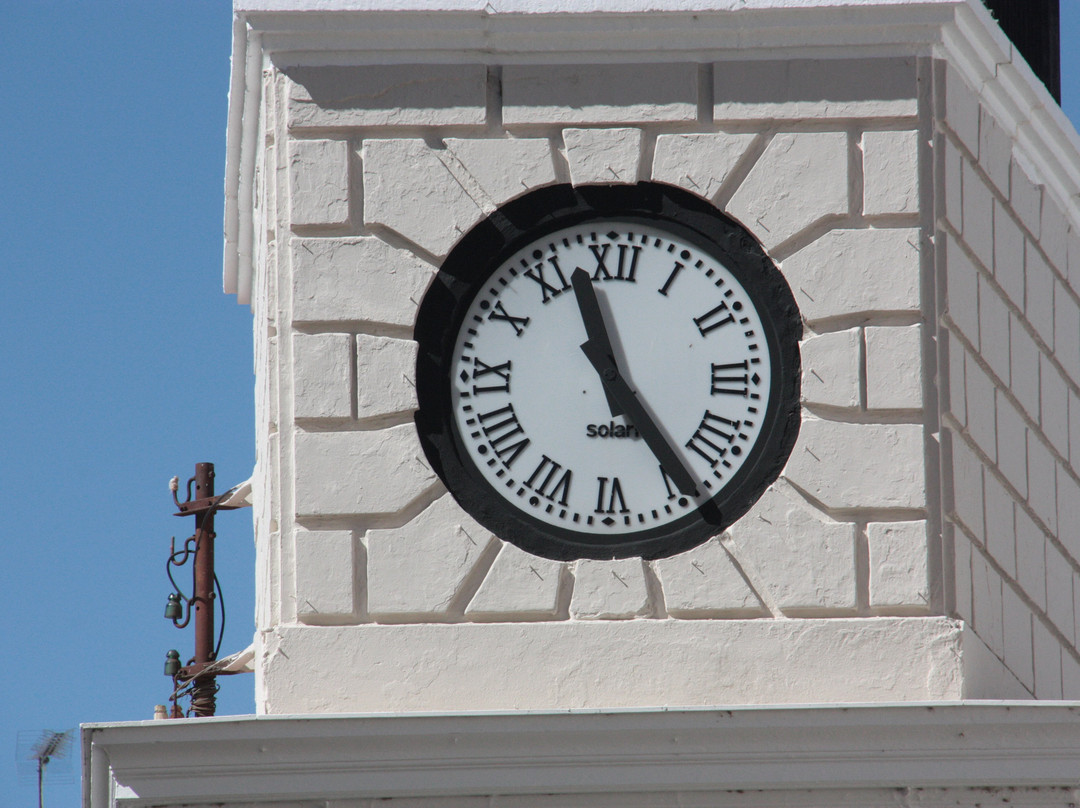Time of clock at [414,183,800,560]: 11:24
